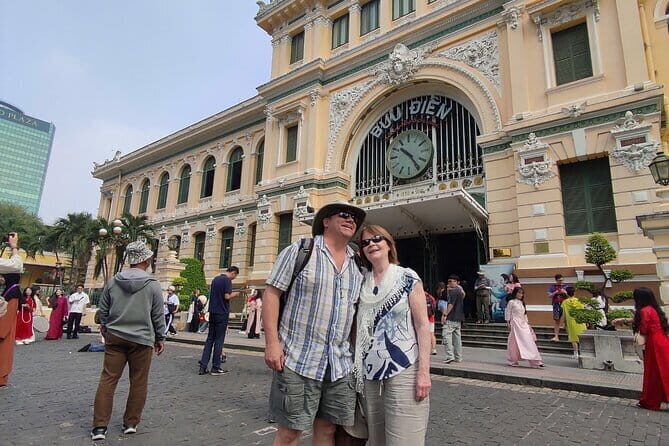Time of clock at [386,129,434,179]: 10:24
